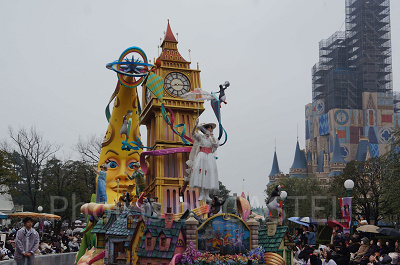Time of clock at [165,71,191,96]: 8:15
